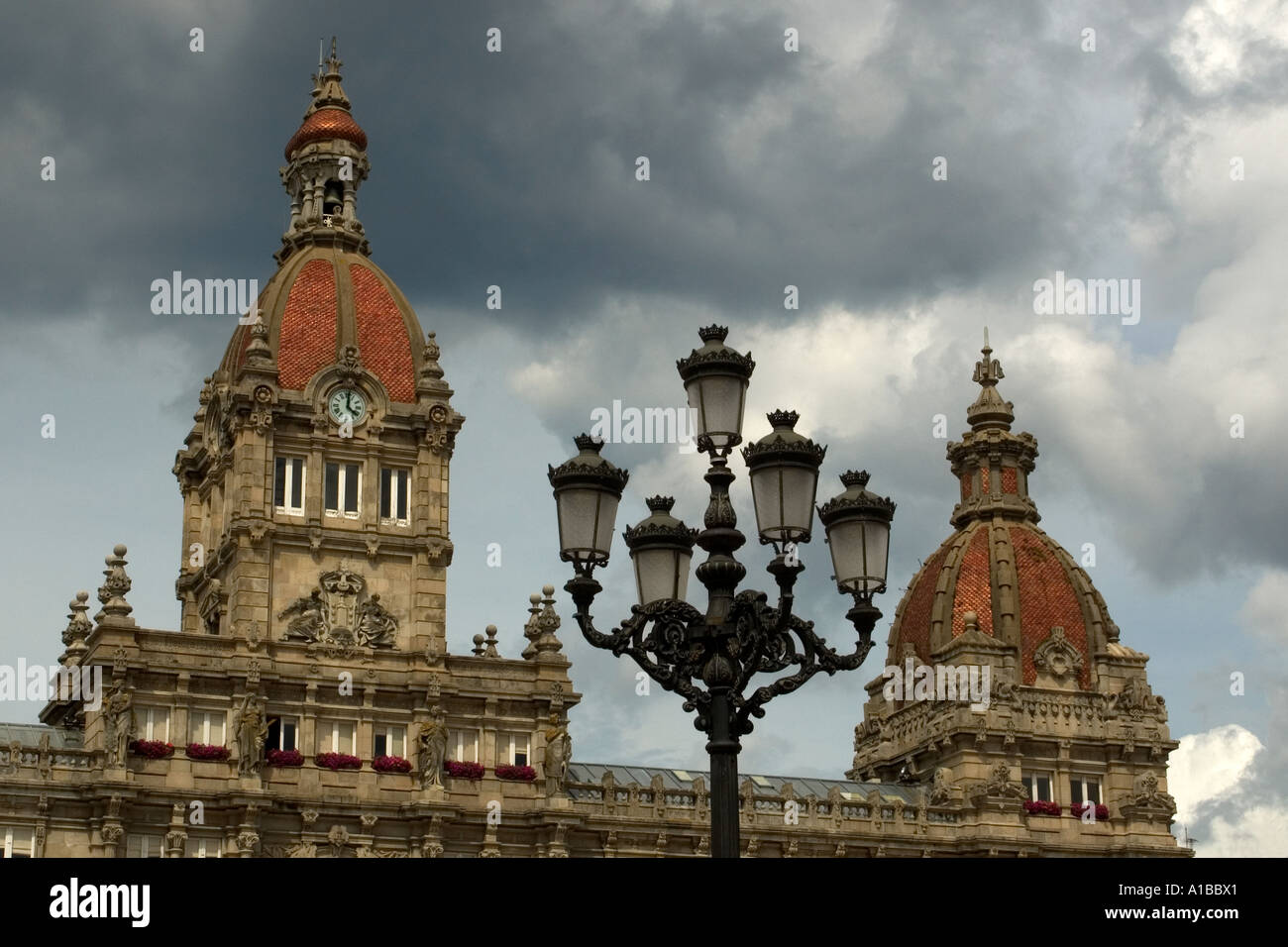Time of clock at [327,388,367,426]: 4:01
